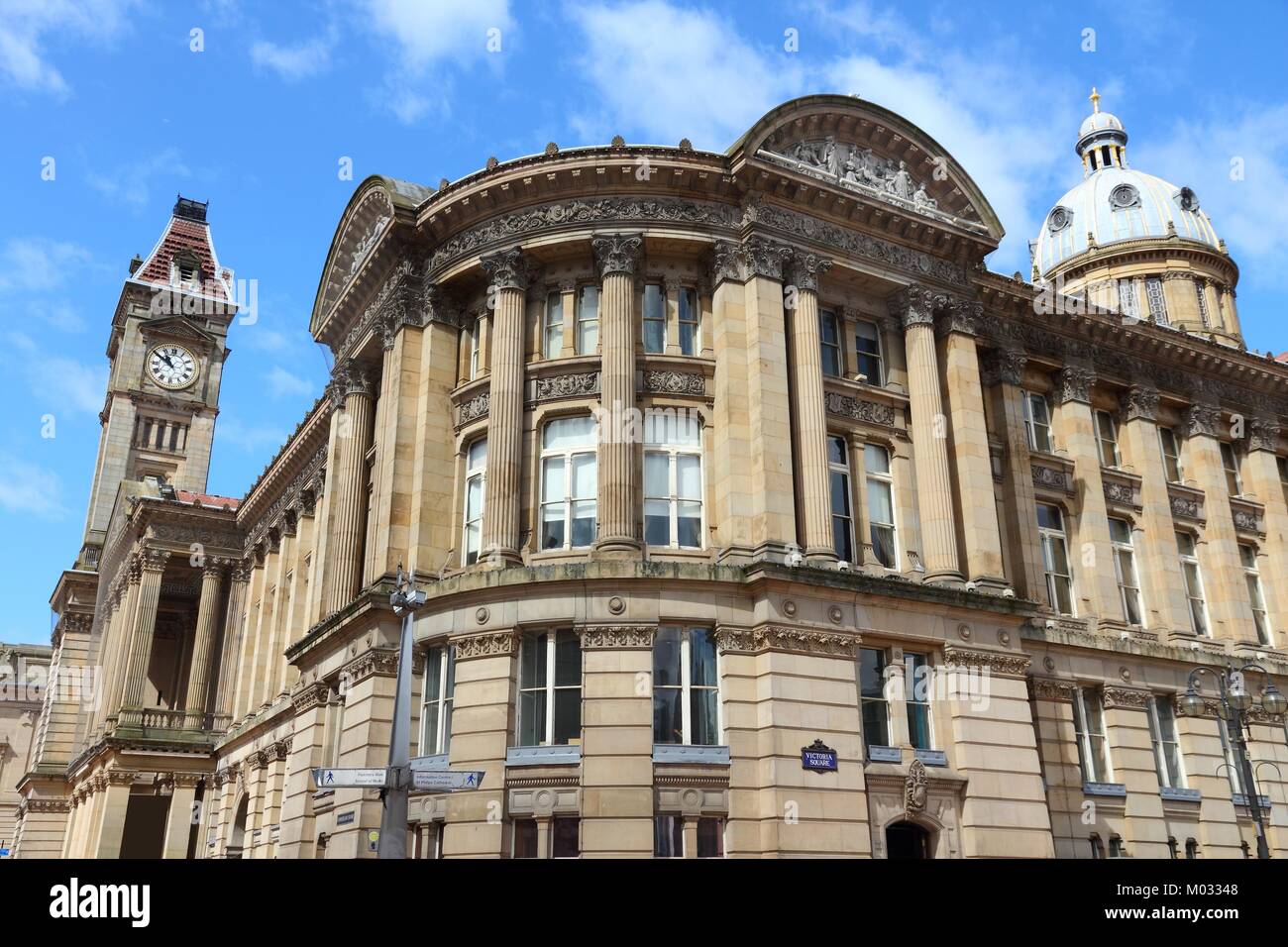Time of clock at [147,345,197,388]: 10:50
